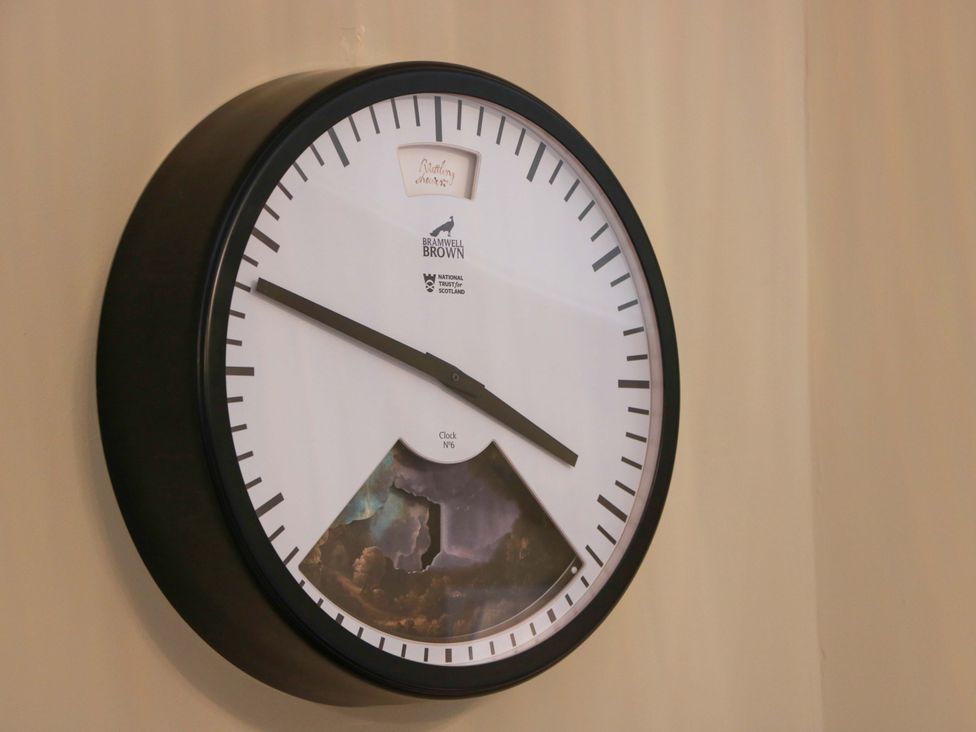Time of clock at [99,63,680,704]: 3:48
